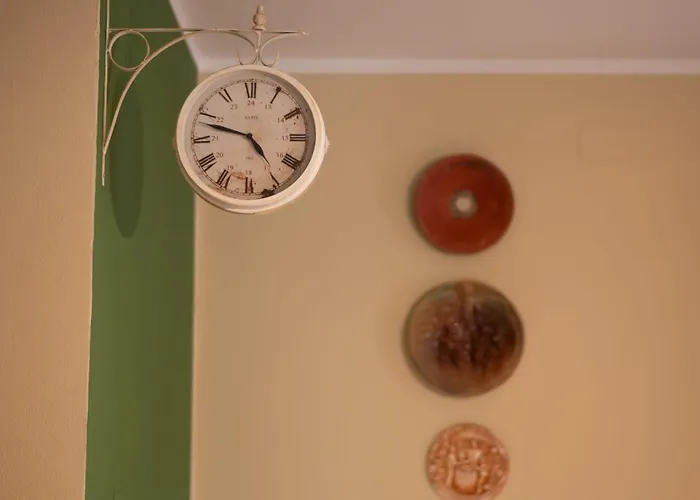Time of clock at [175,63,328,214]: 4:47
